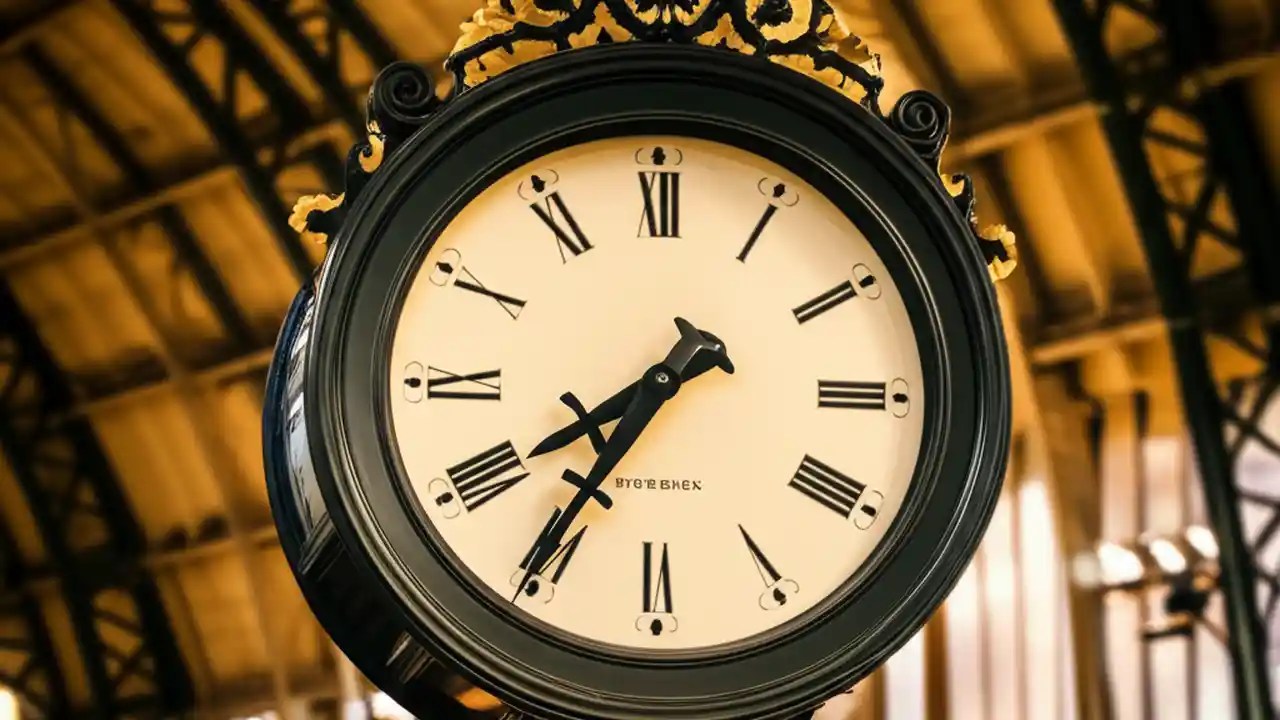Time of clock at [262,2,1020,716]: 7:35
